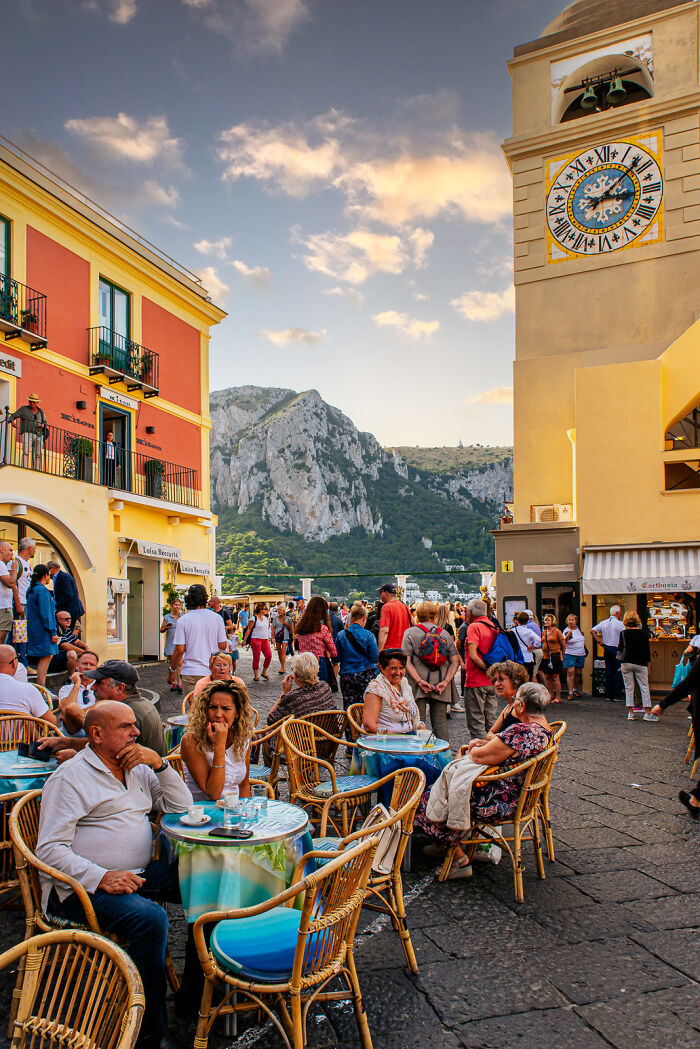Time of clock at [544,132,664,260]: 3:07
